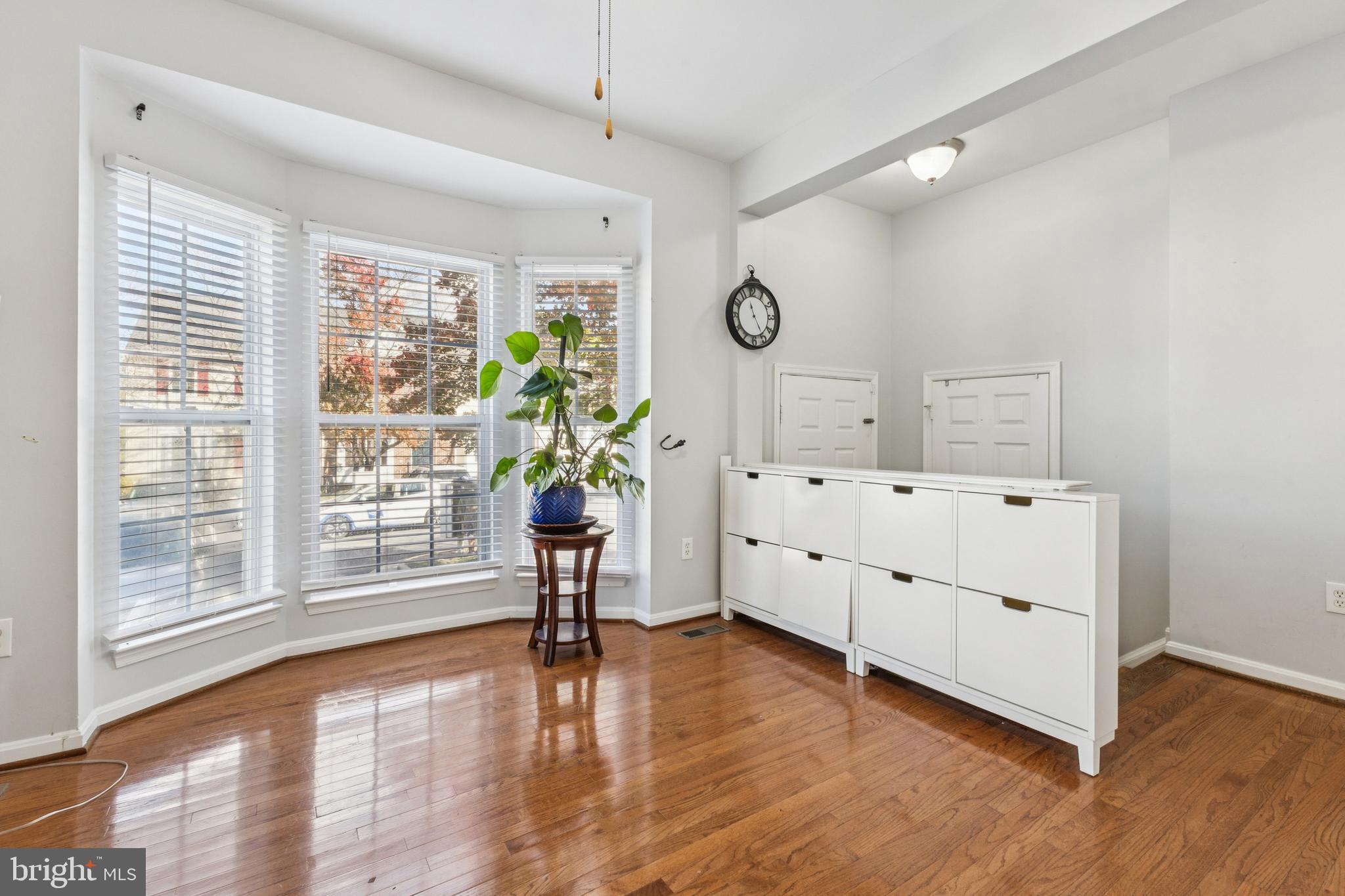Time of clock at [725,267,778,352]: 11:25
